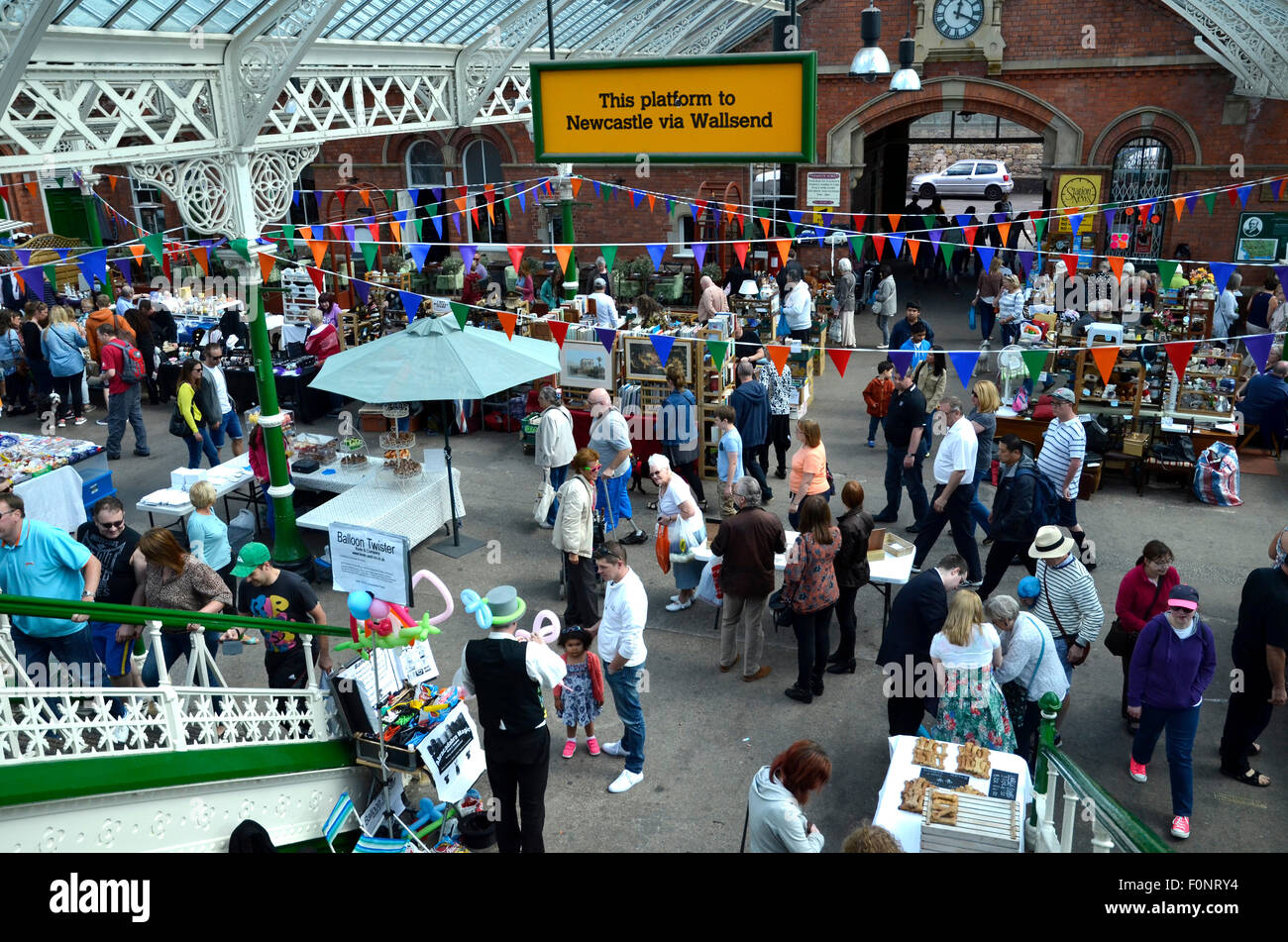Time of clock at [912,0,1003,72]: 12:18
